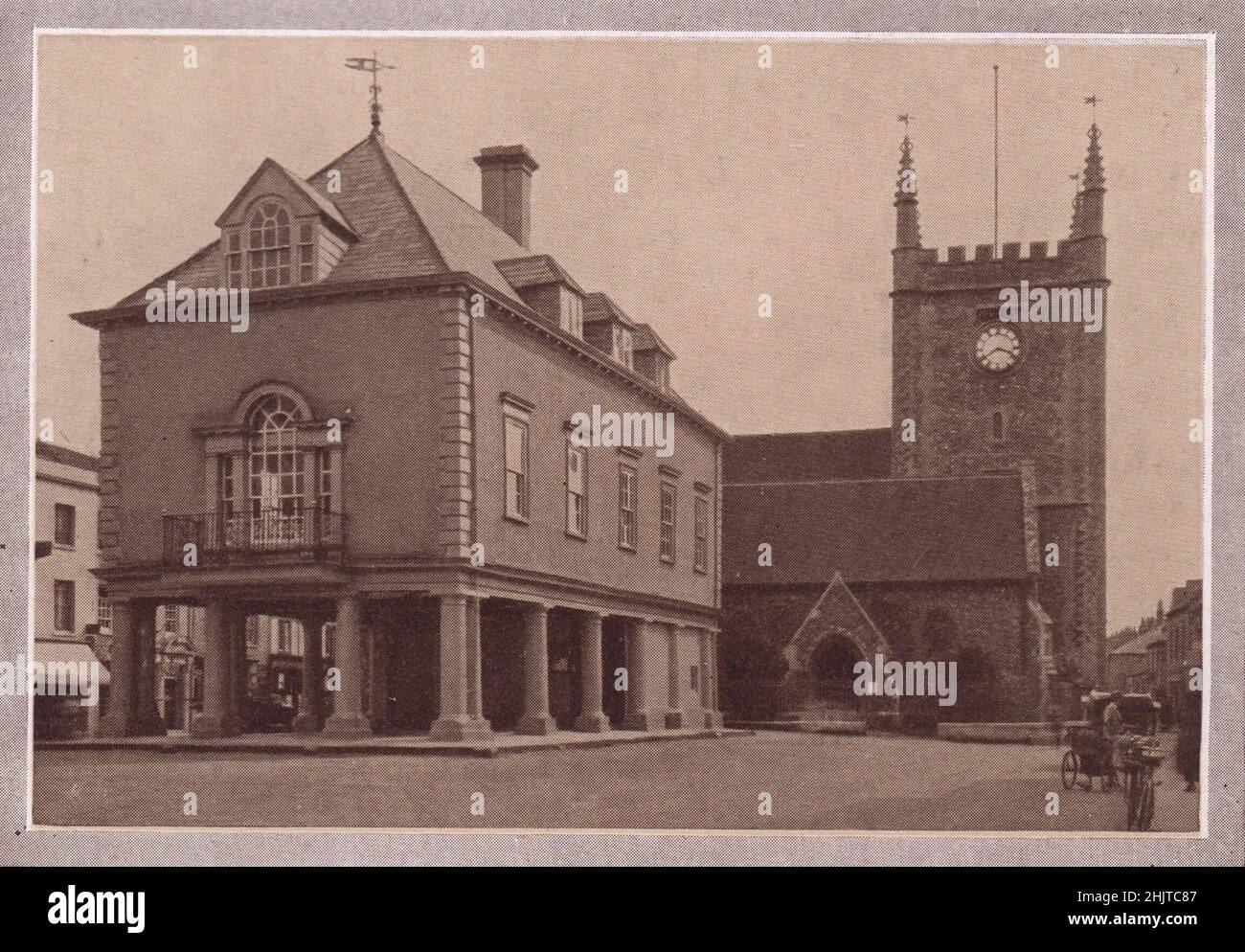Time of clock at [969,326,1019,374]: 3:39
